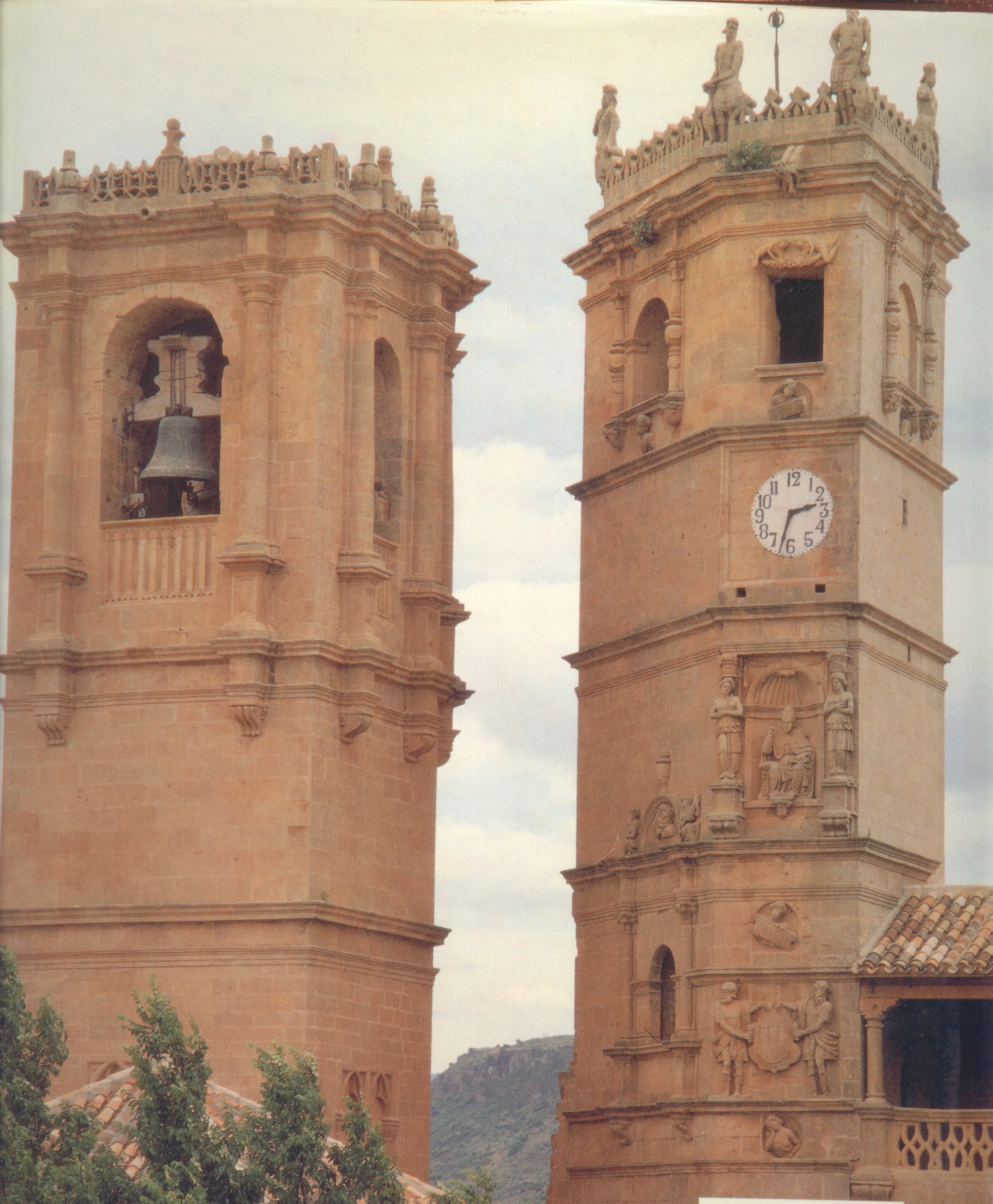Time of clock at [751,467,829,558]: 2:32
